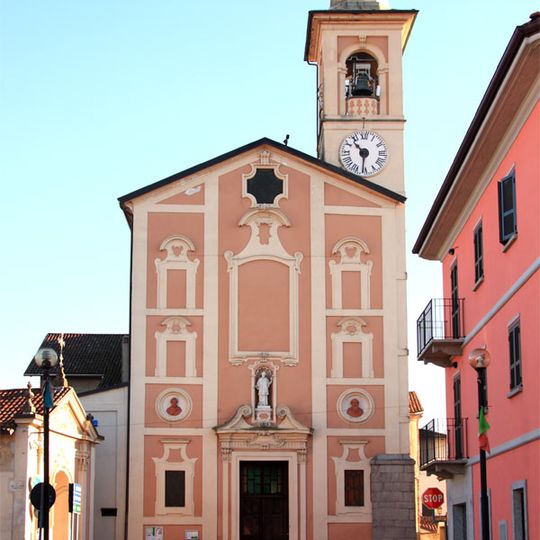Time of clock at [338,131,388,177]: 10:31
